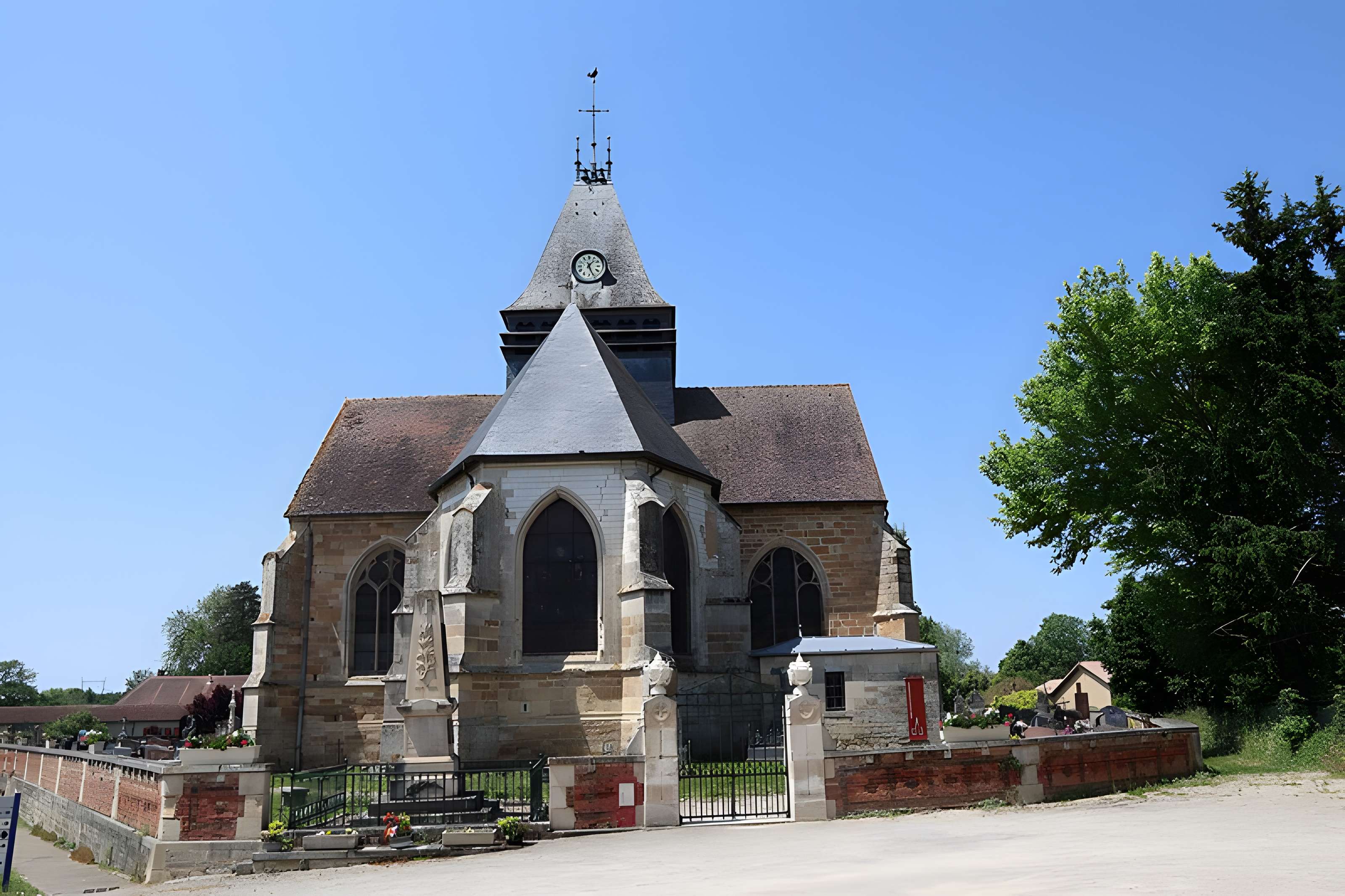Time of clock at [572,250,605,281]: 1:26
